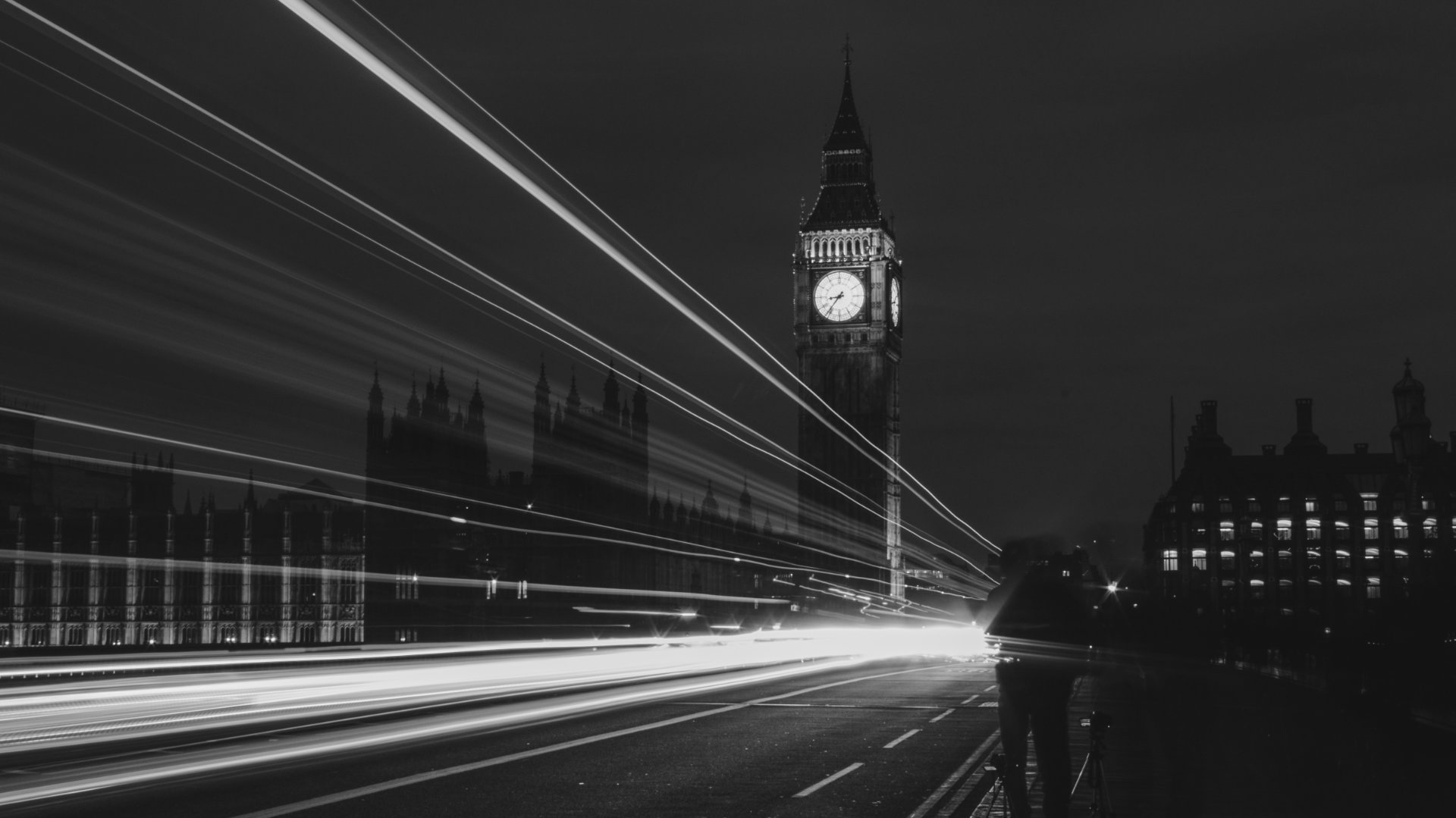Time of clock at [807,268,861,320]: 8:36
